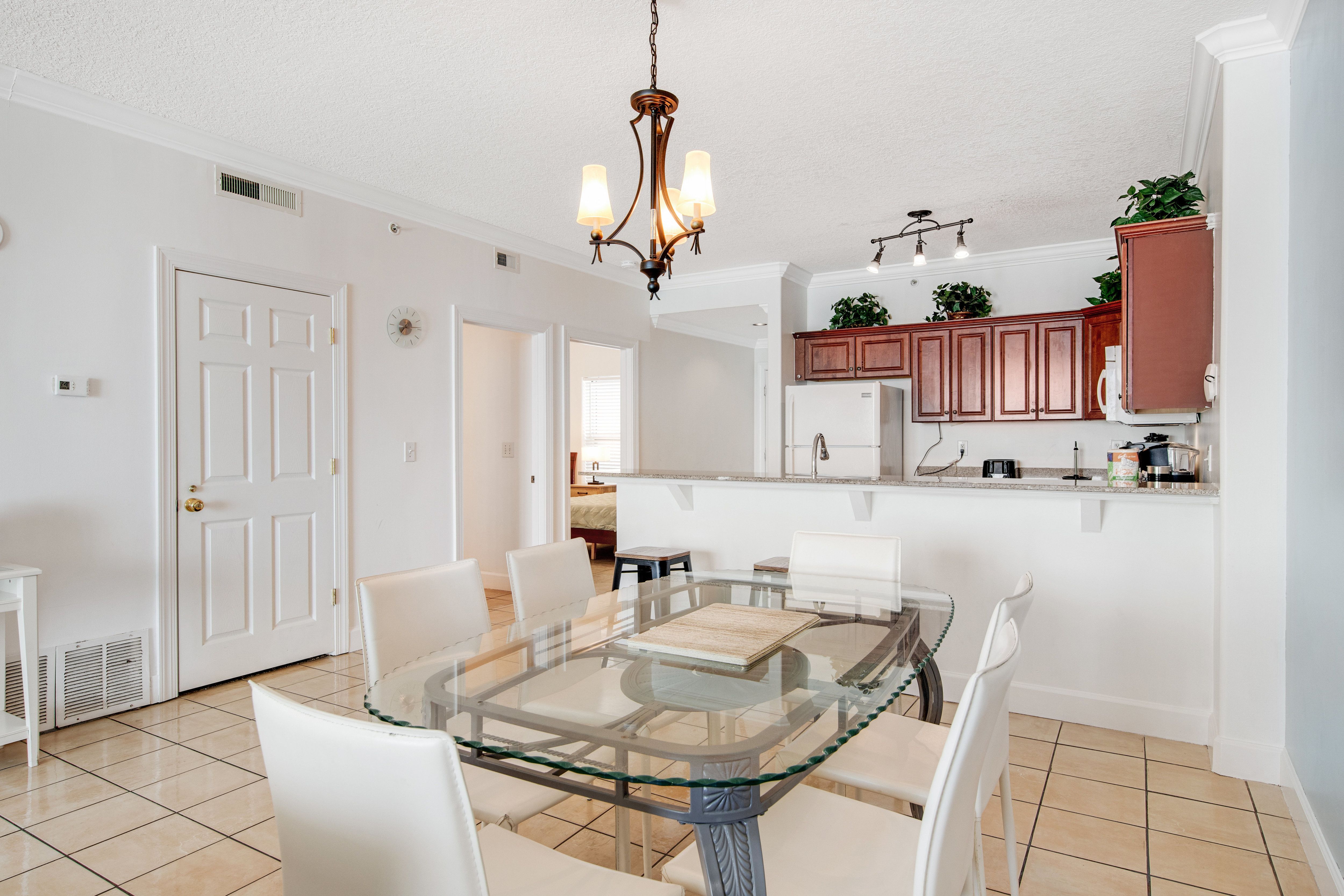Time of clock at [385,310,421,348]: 7:14
